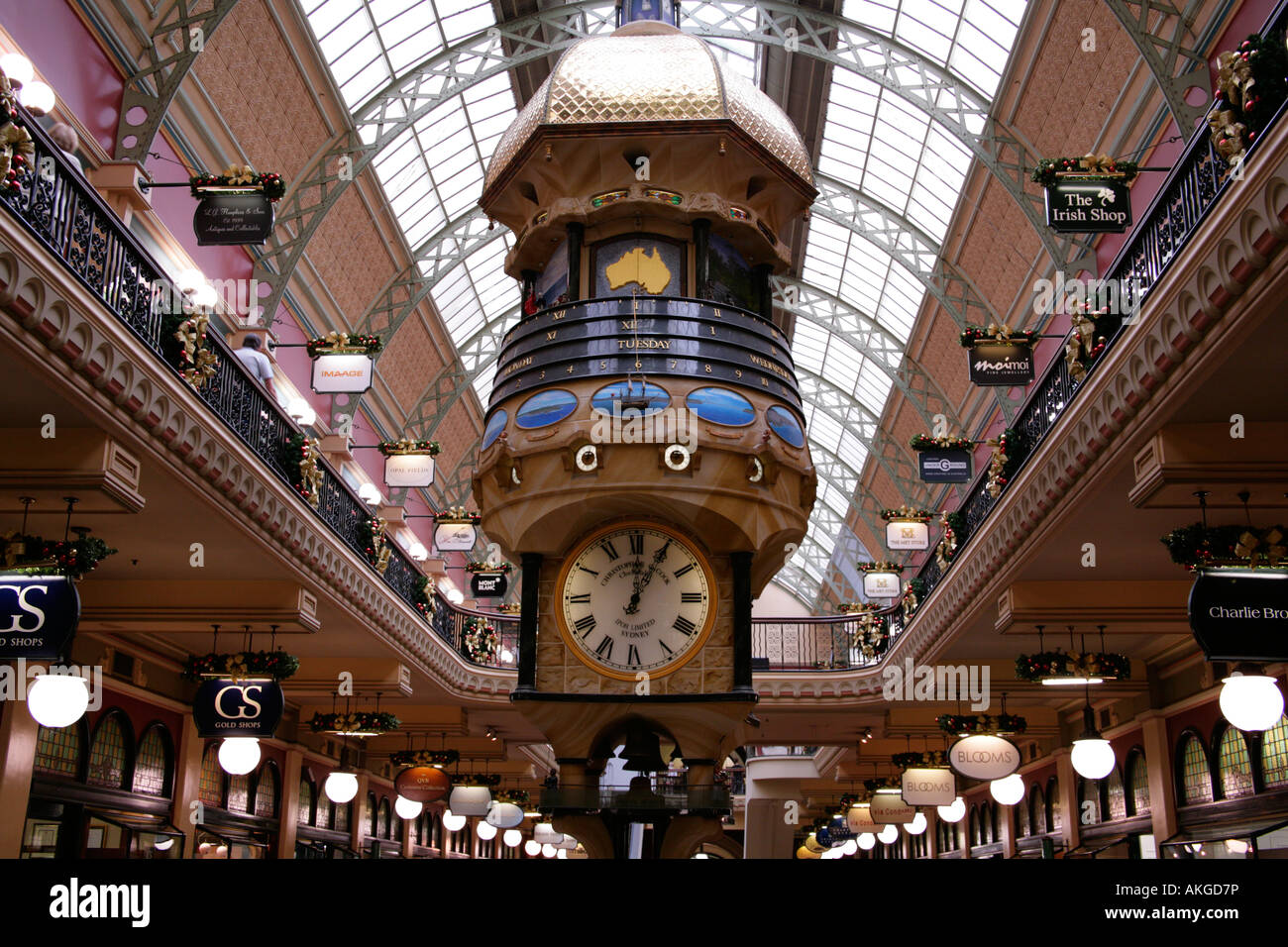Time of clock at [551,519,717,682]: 12:04
